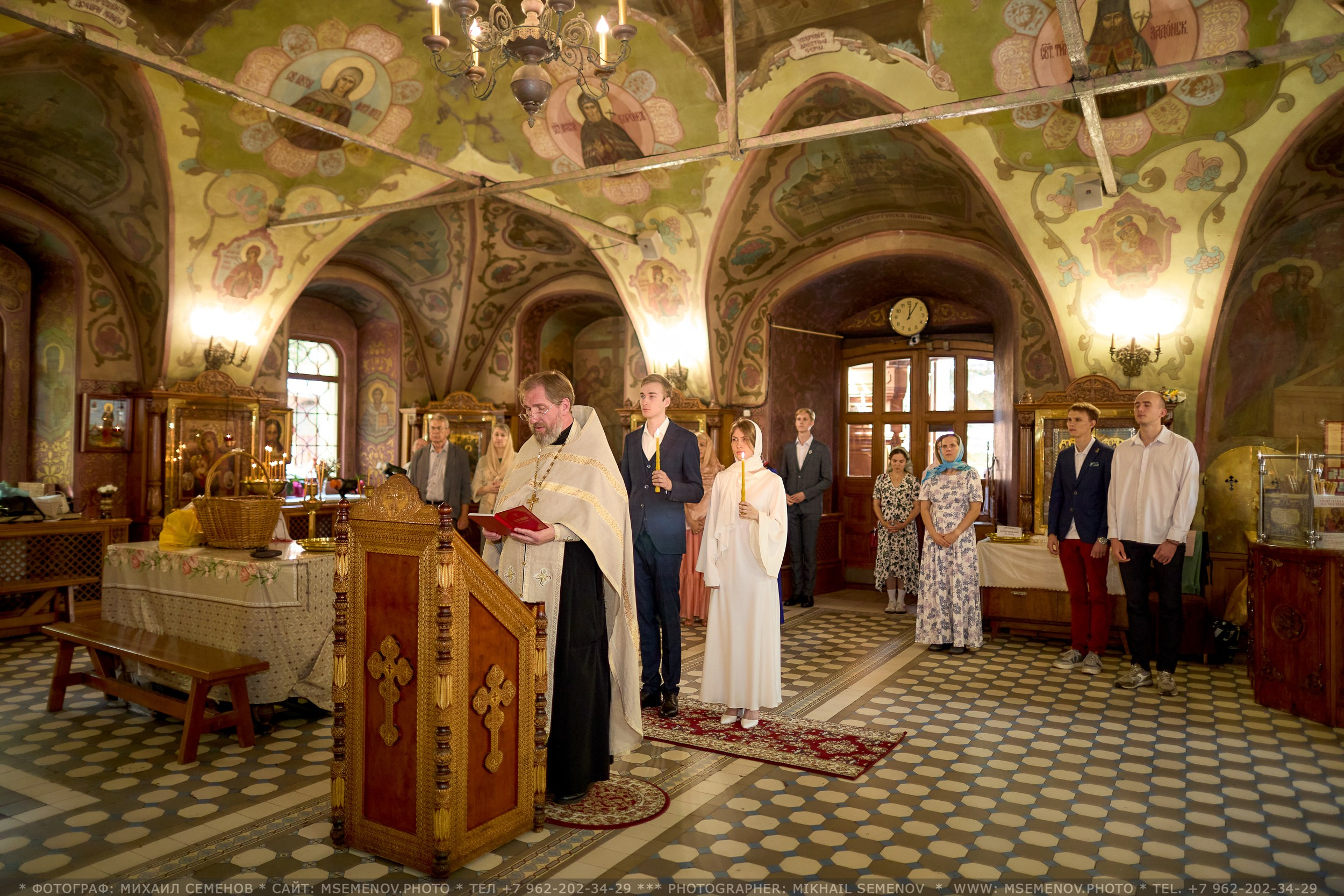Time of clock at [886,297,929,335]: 12:05
